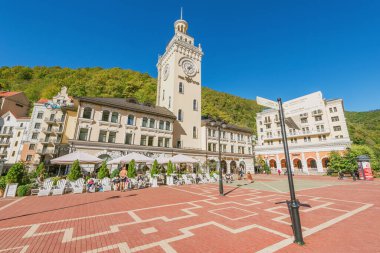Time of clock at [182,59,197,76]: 2:33
